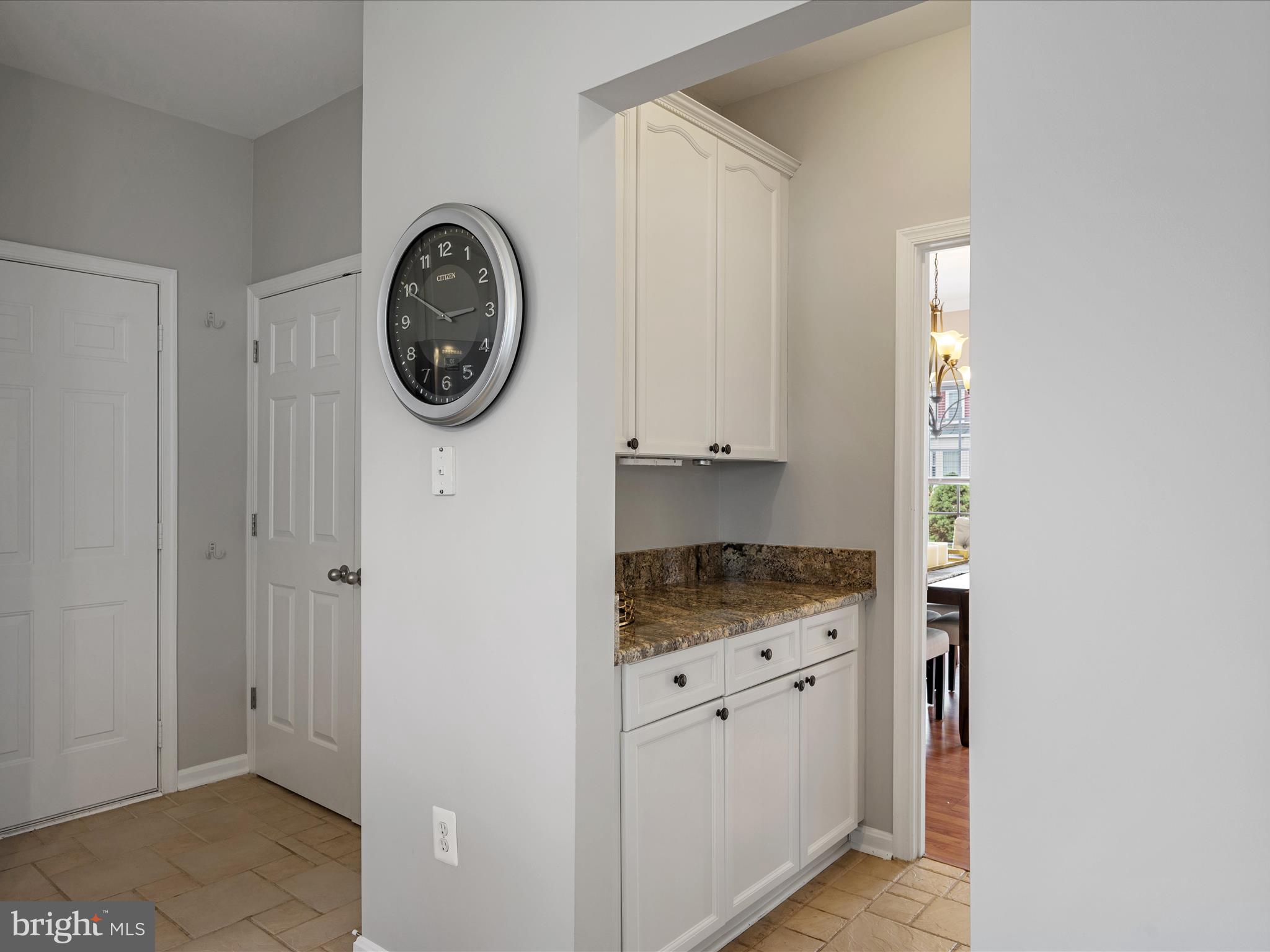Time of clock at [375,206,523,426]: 2:49
